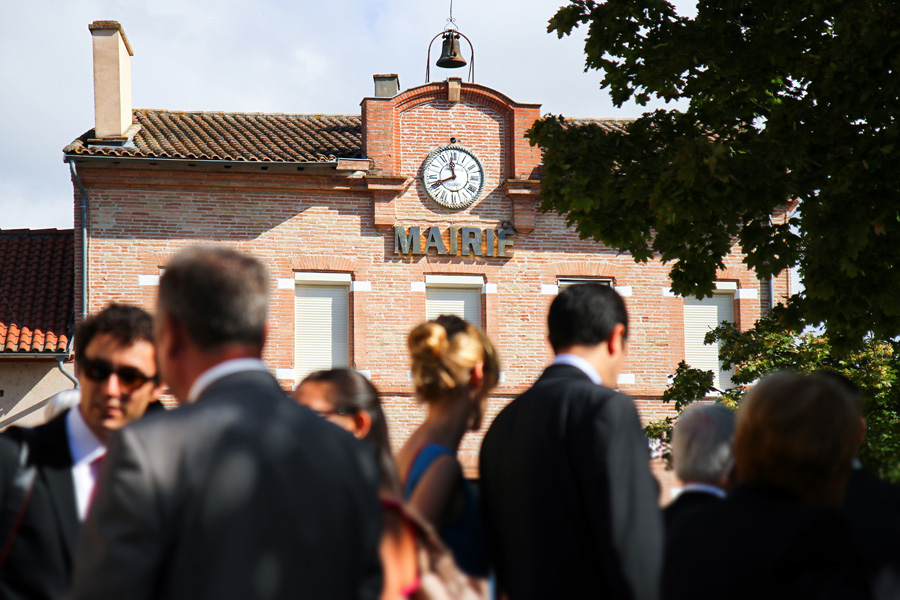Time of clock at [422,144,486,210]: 11:40
